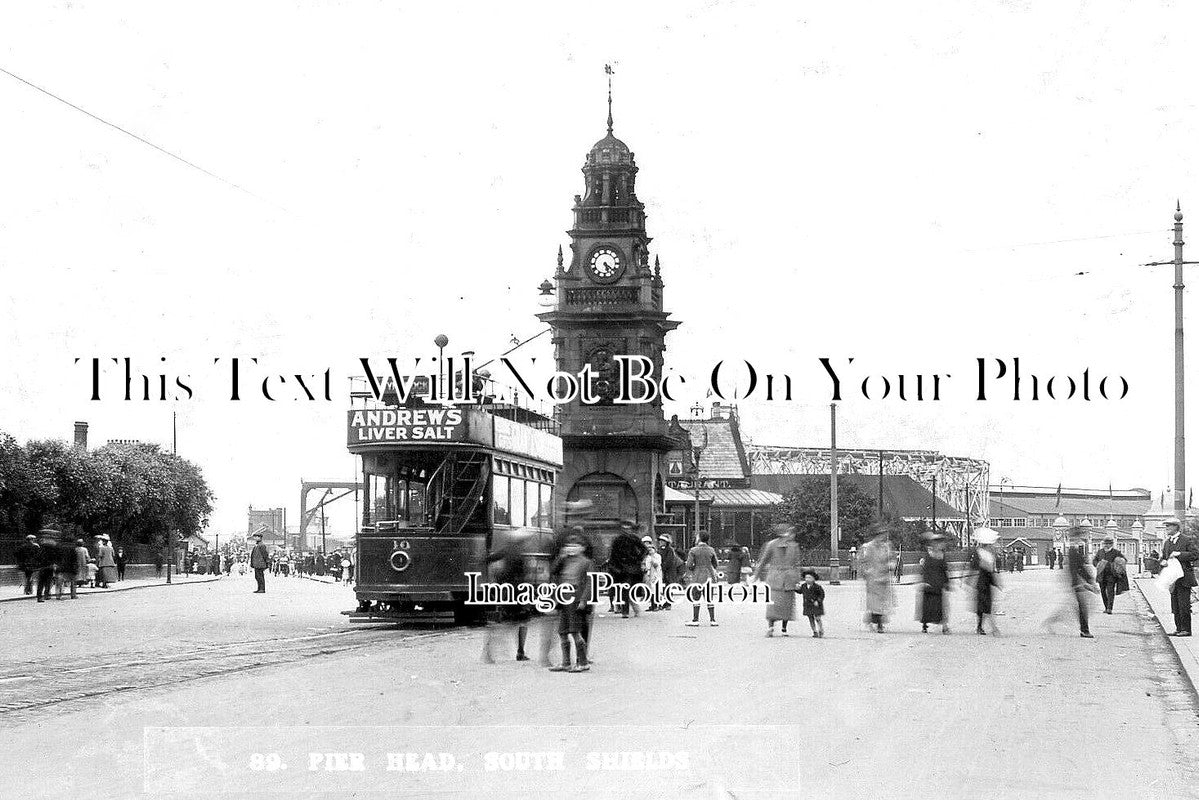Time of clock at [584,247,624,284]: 5:21
